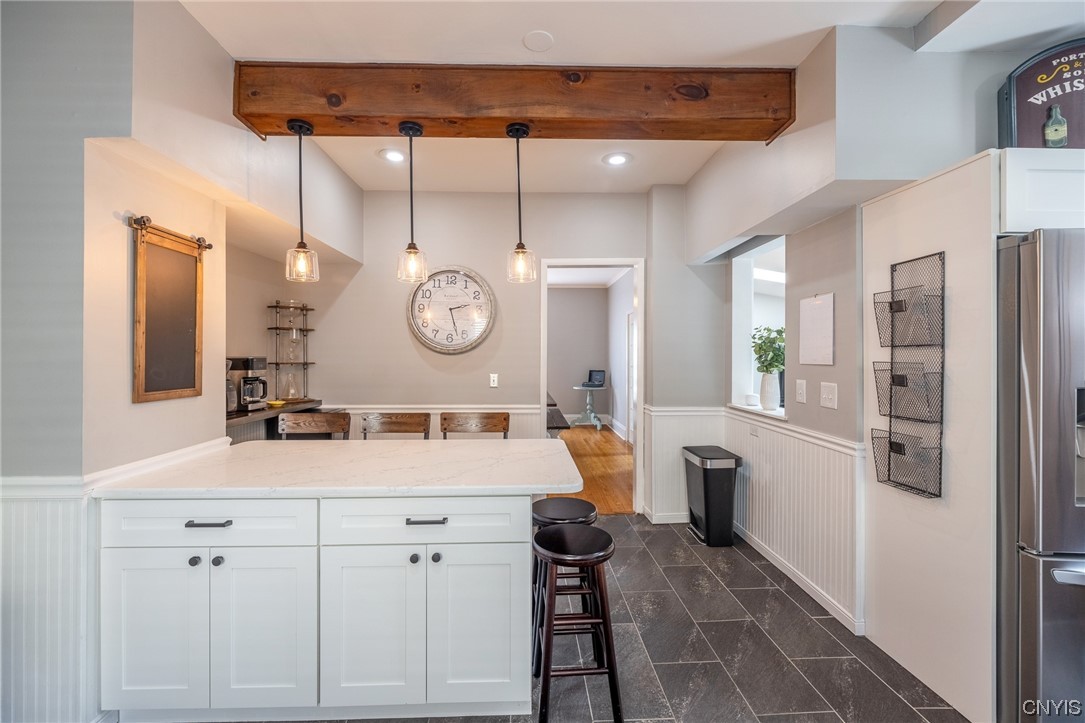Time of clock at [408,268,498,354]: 2:27
